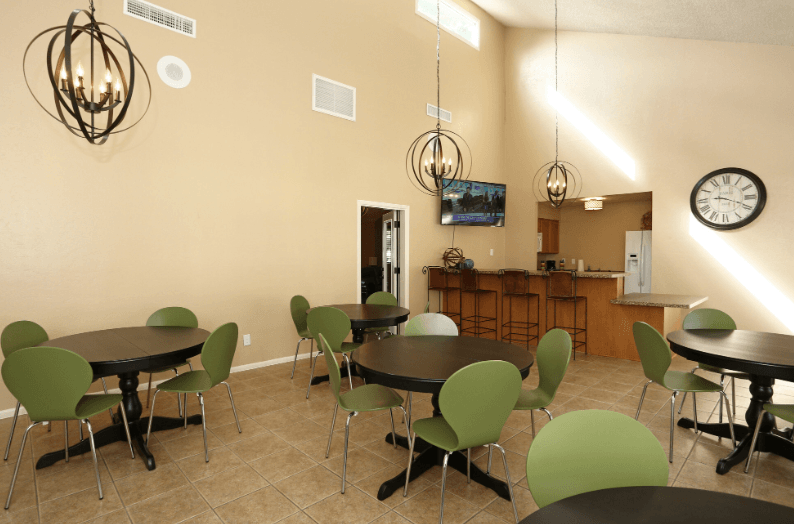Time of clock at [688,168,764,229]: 9:18
